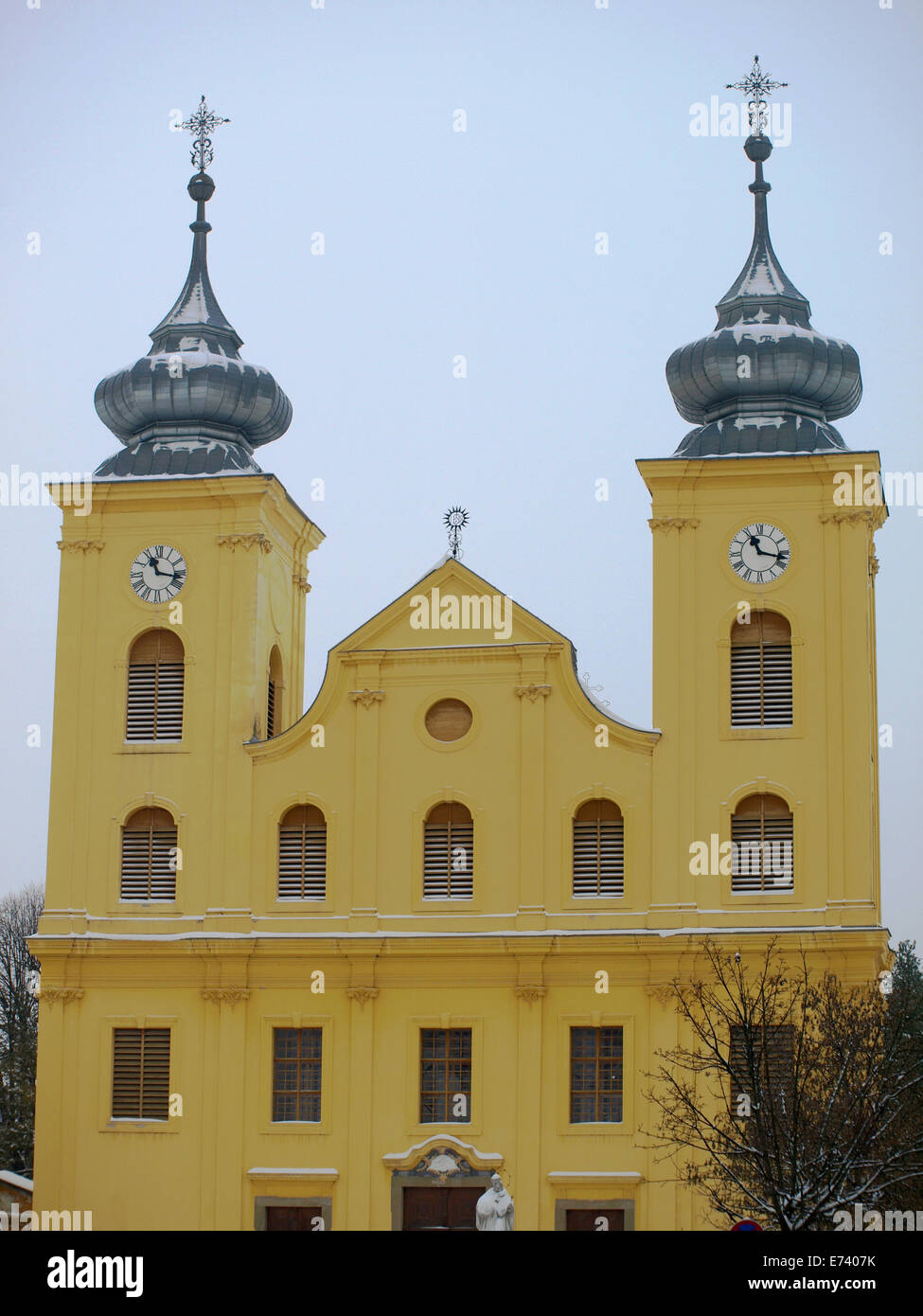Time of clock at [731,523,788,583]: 11:16
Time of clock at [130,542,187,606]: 11:16
